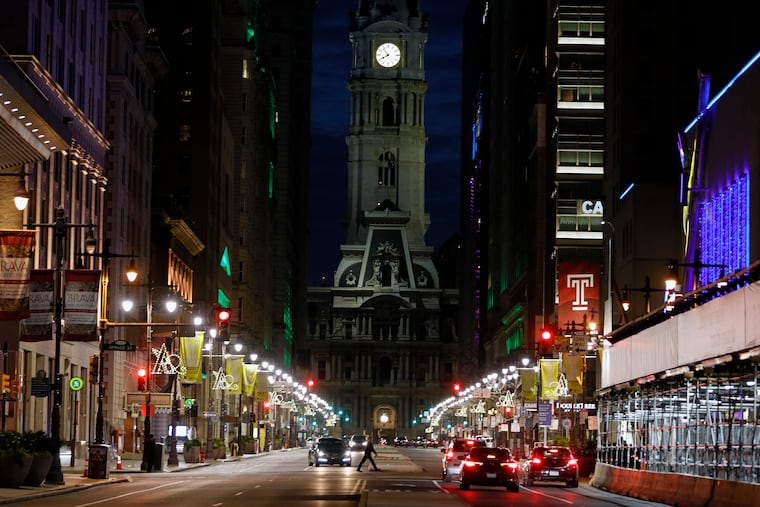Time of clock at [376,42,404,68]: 7:53
